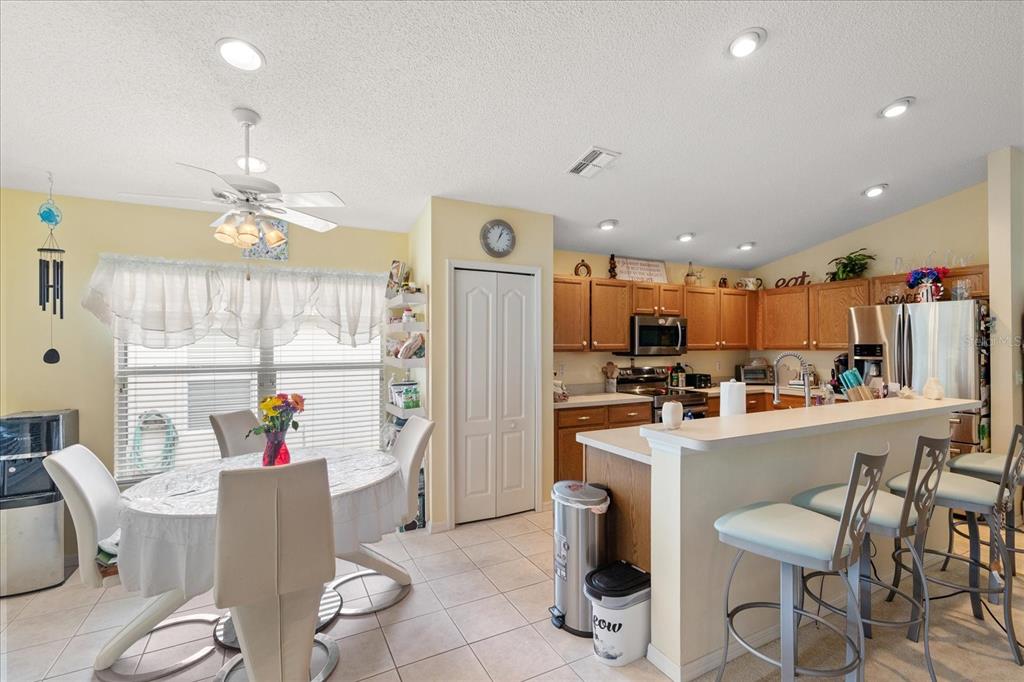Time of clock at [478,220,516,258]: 1:03
